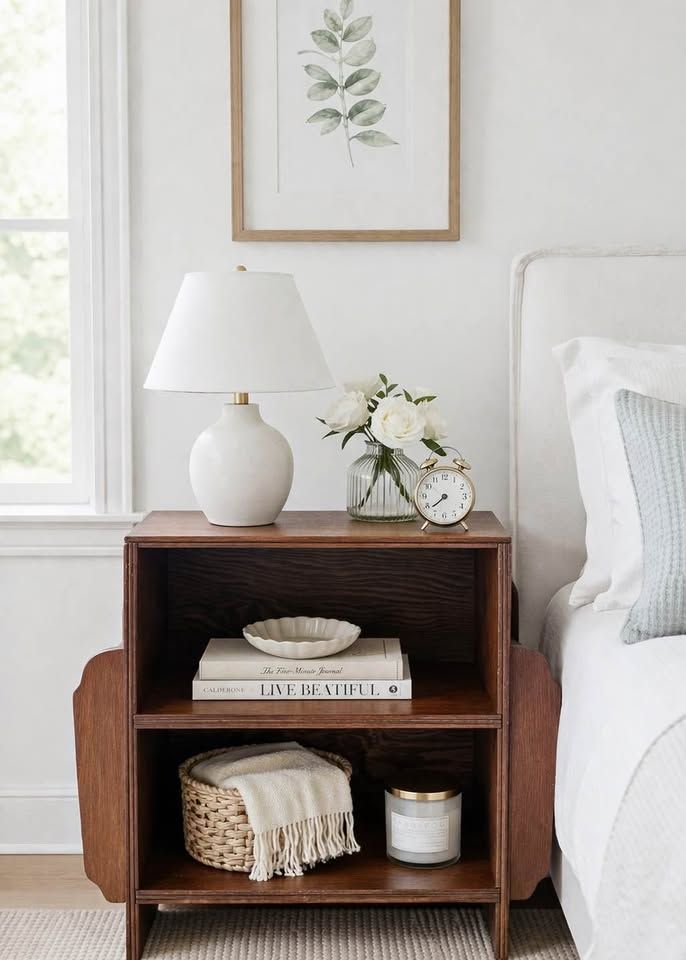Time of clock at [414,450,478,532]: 7:38
